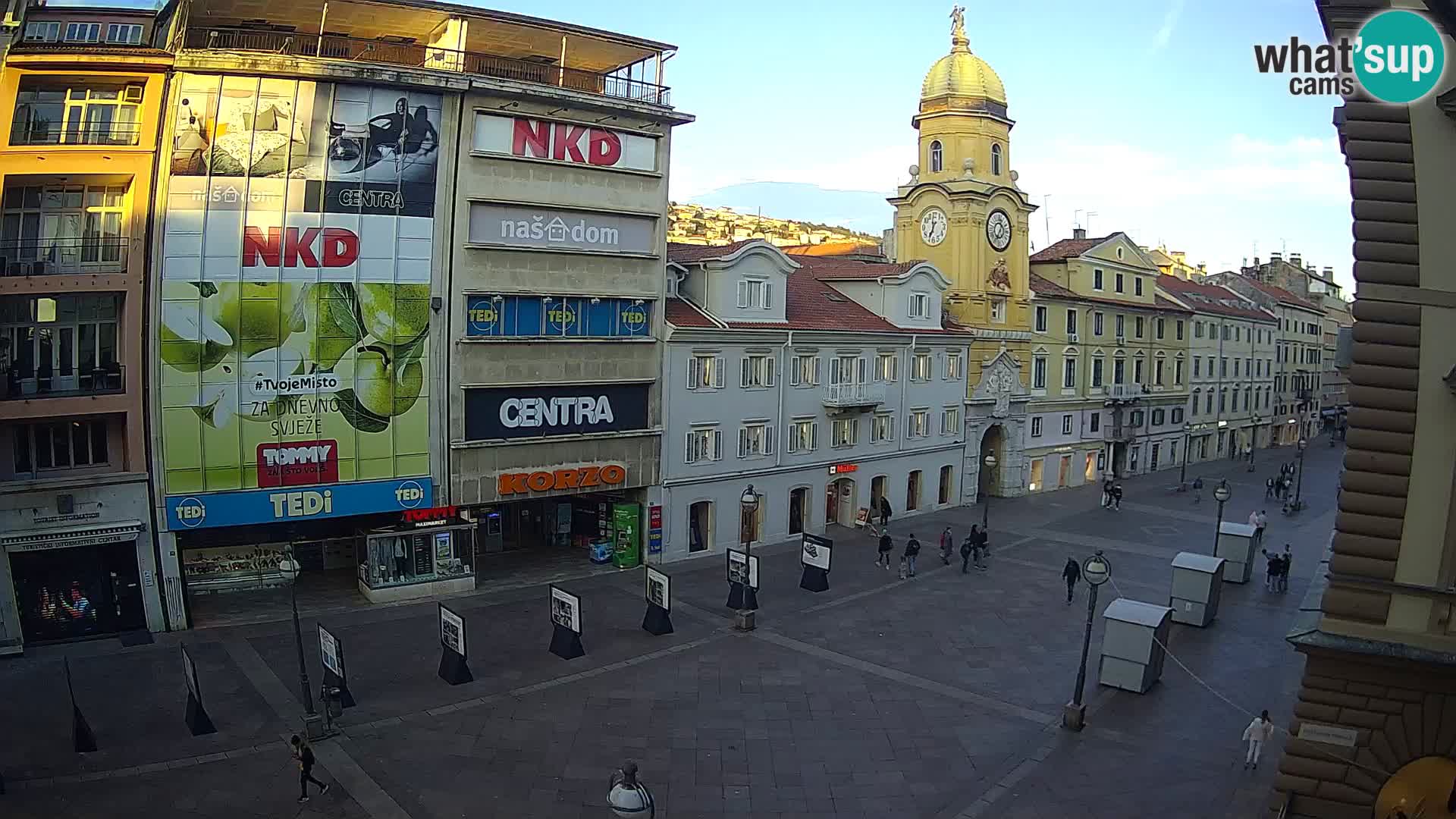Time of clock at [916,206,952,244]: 6:58
